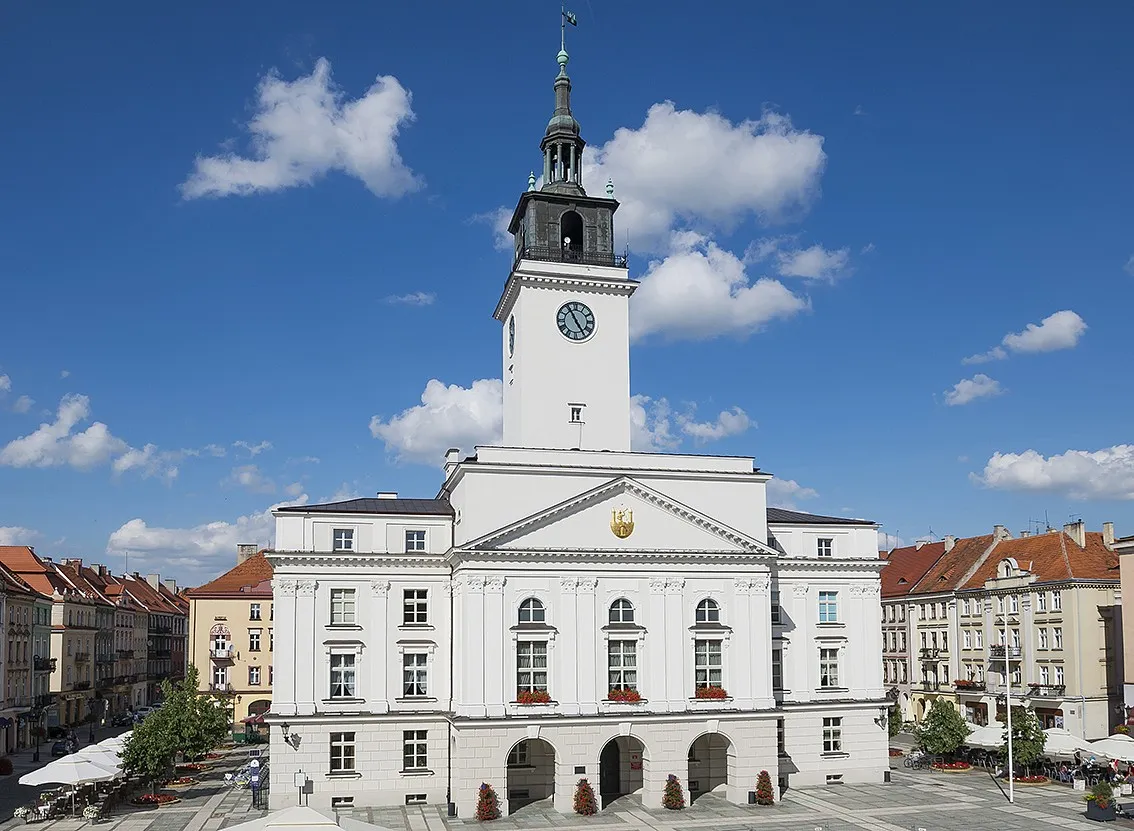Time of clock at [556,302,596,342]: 4:54
